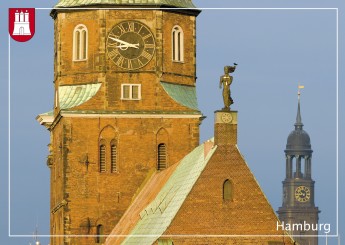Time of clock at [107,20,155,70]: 8:48
